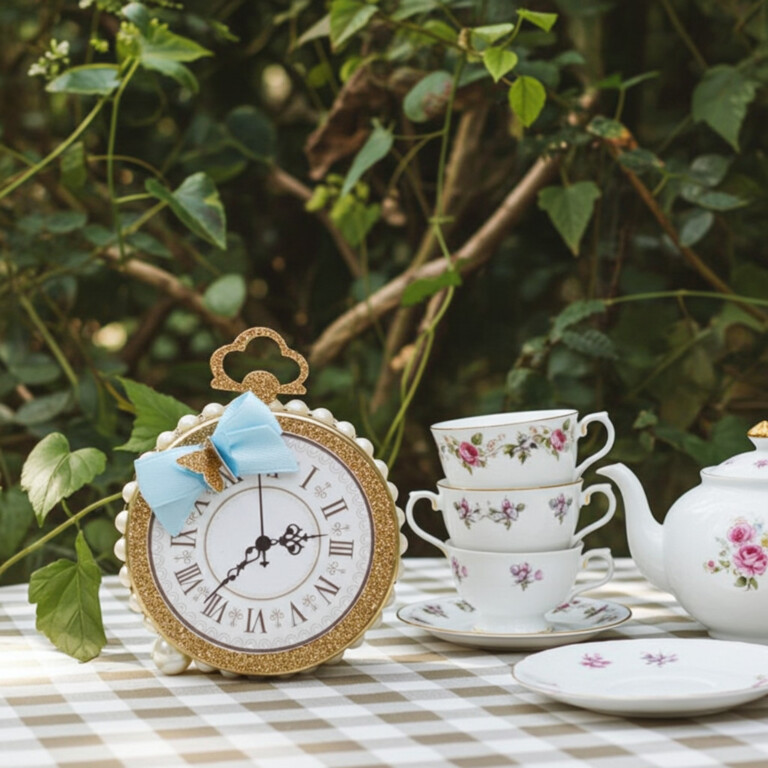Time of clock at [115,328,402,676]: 2:36
